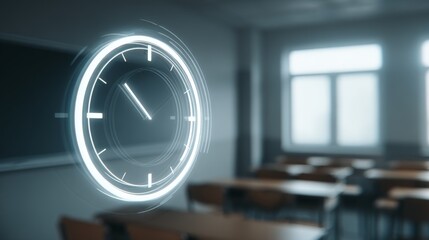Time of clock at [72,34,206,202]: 10:52
